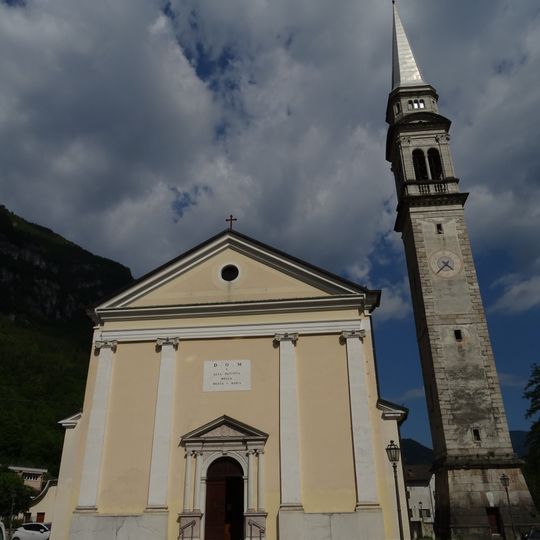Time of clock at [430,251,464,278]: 4:37
